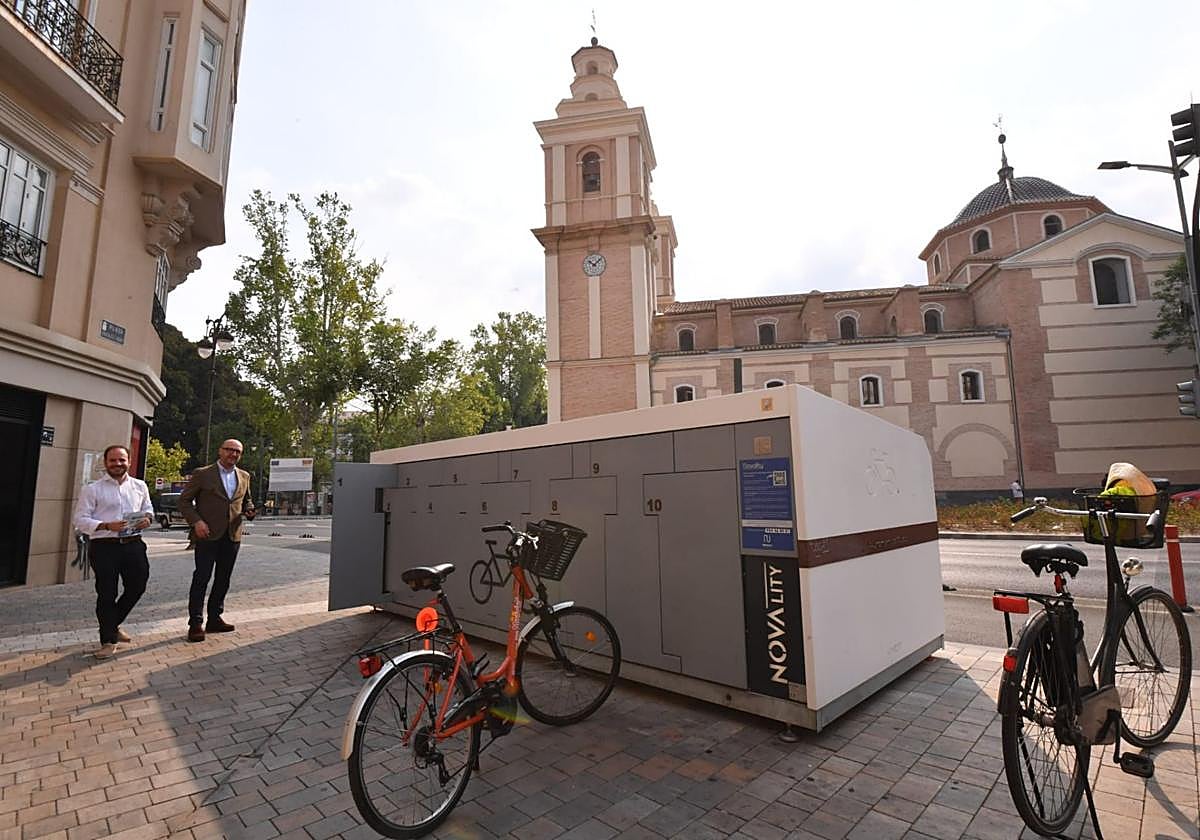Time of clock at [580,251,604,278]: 10:07
